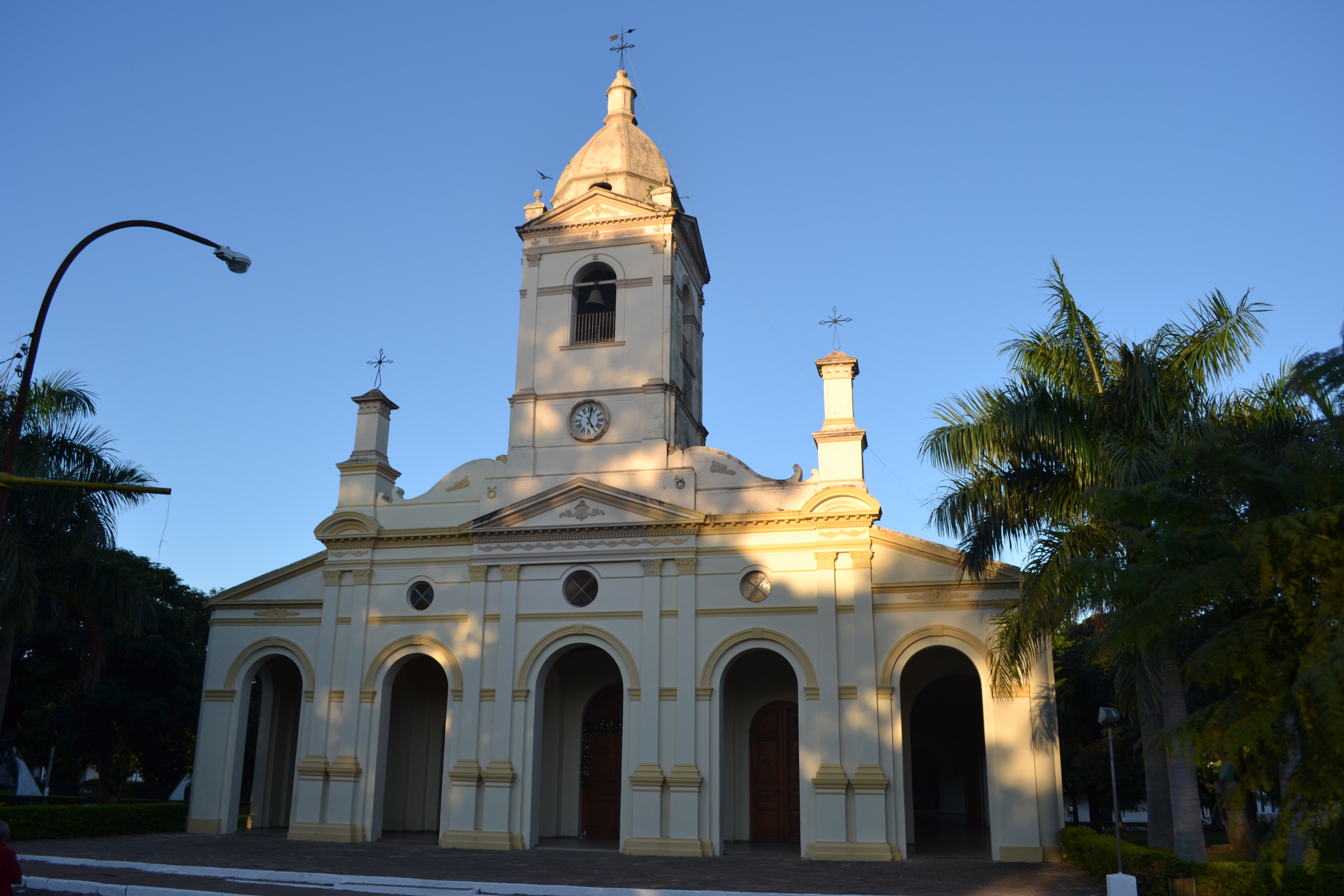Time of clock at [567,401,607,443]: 5:02
